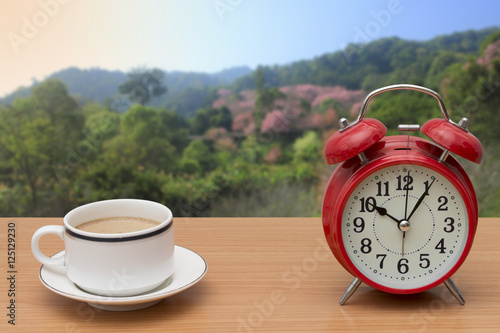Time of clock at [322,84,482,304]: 10:05
